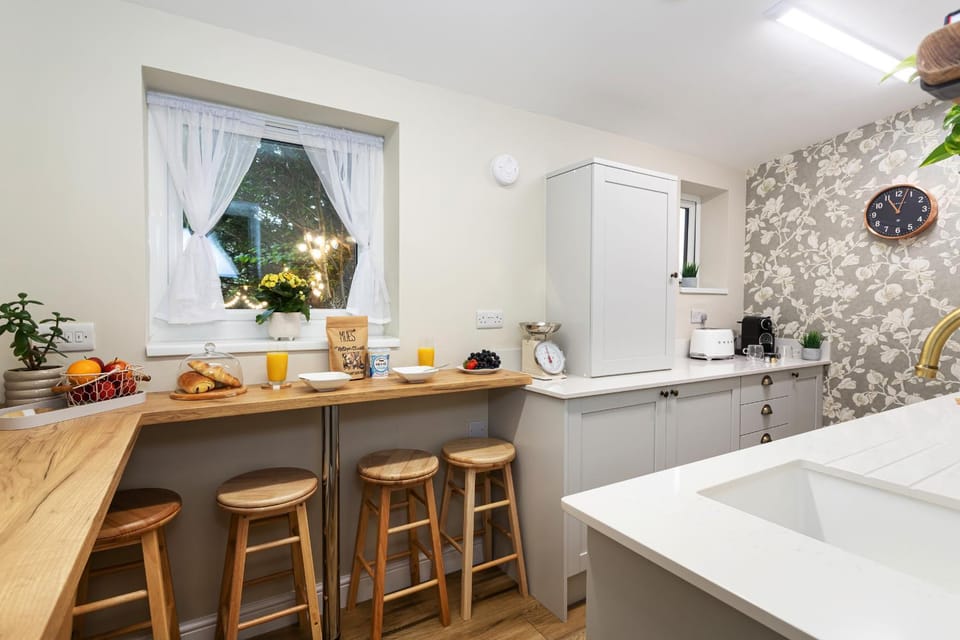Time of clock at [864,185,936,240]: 11:03
